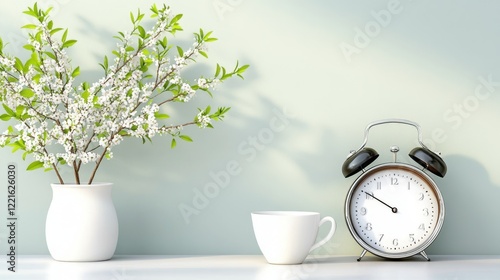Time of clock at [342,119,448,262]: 9:50
